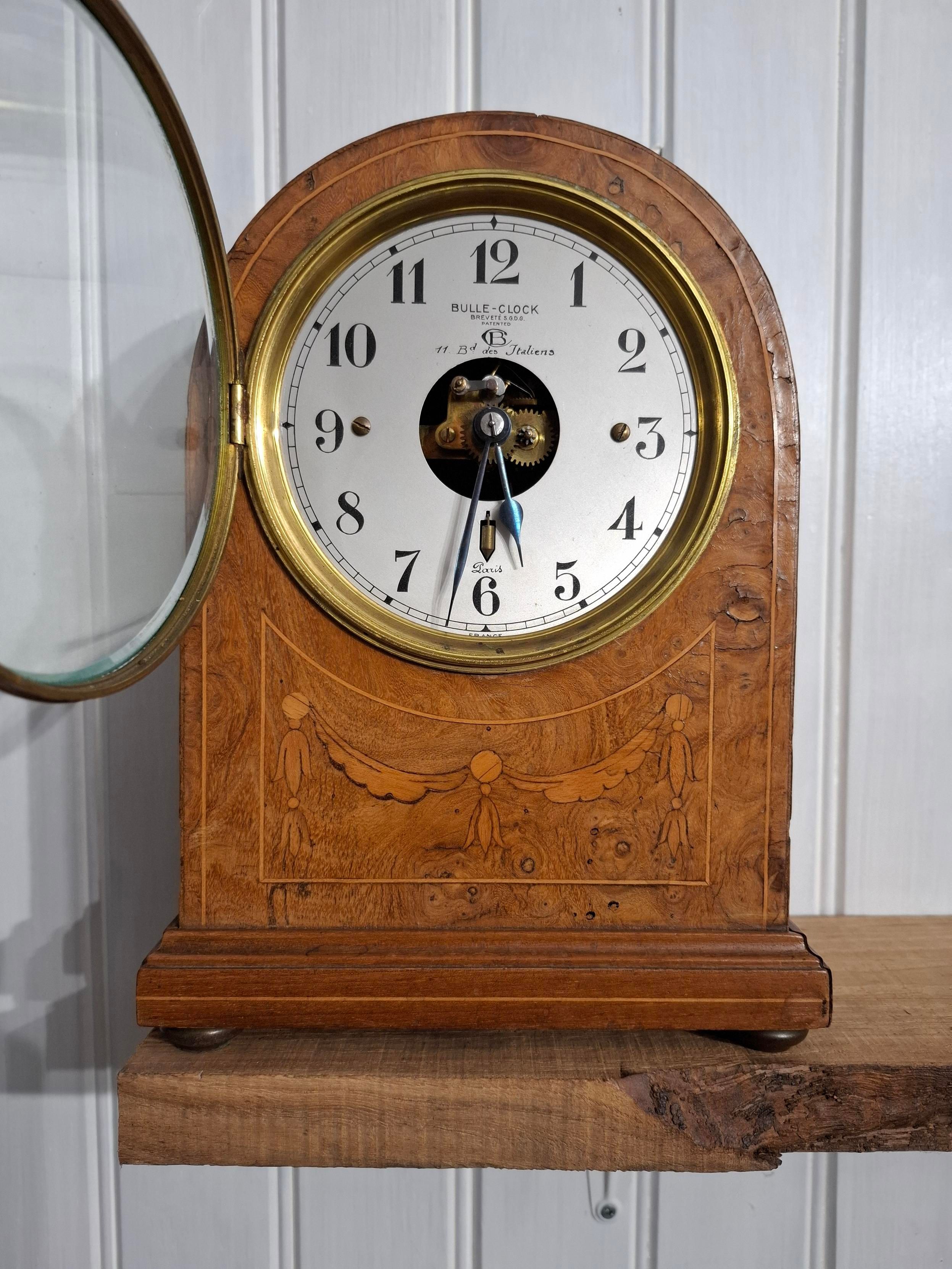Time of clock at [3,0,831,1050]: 5:31
